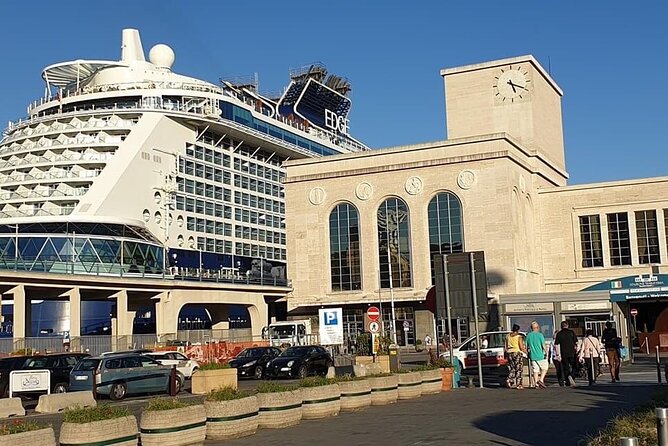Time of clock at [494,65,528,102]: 5:19
